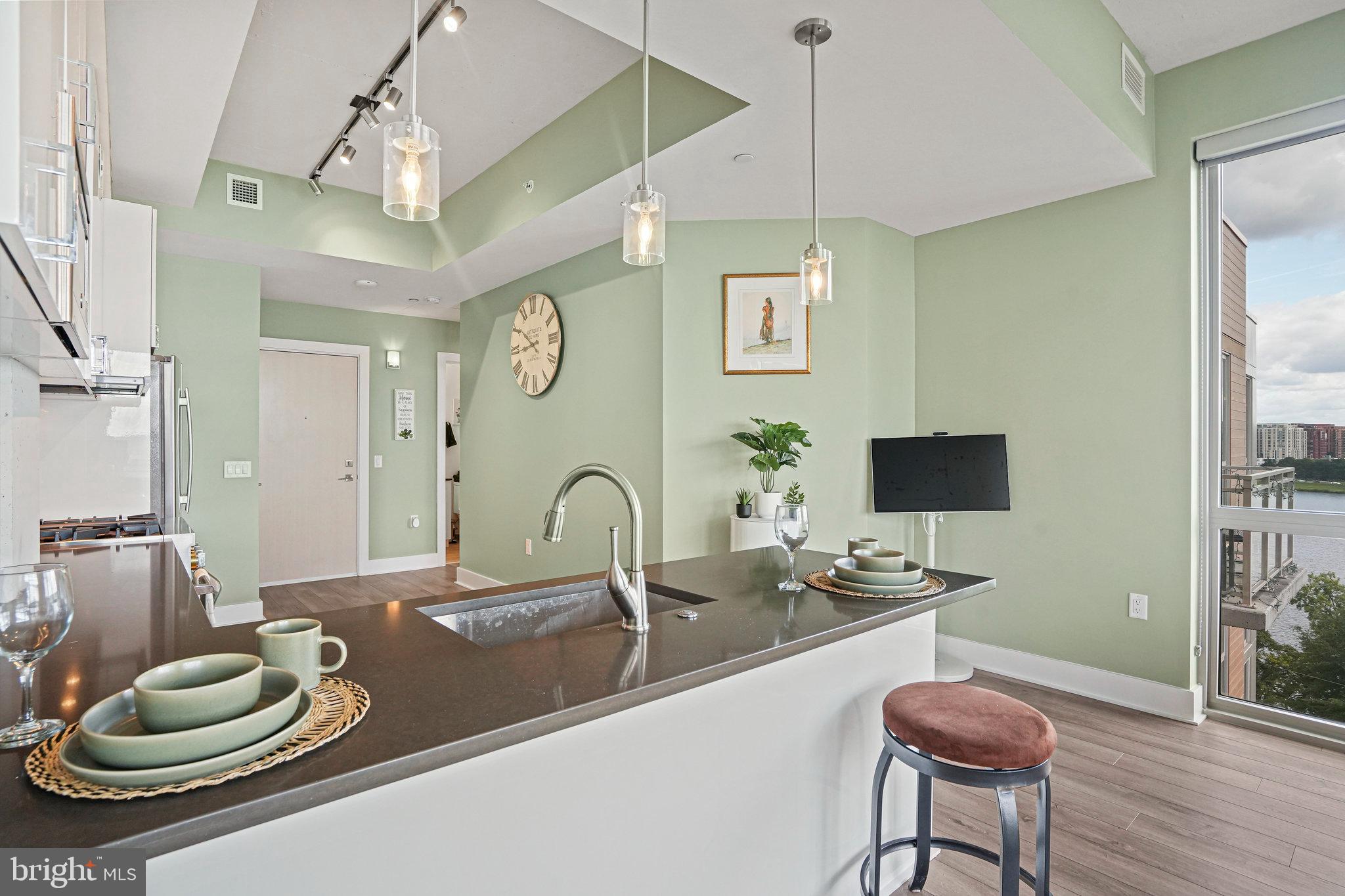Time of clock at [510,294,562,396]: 8:50
